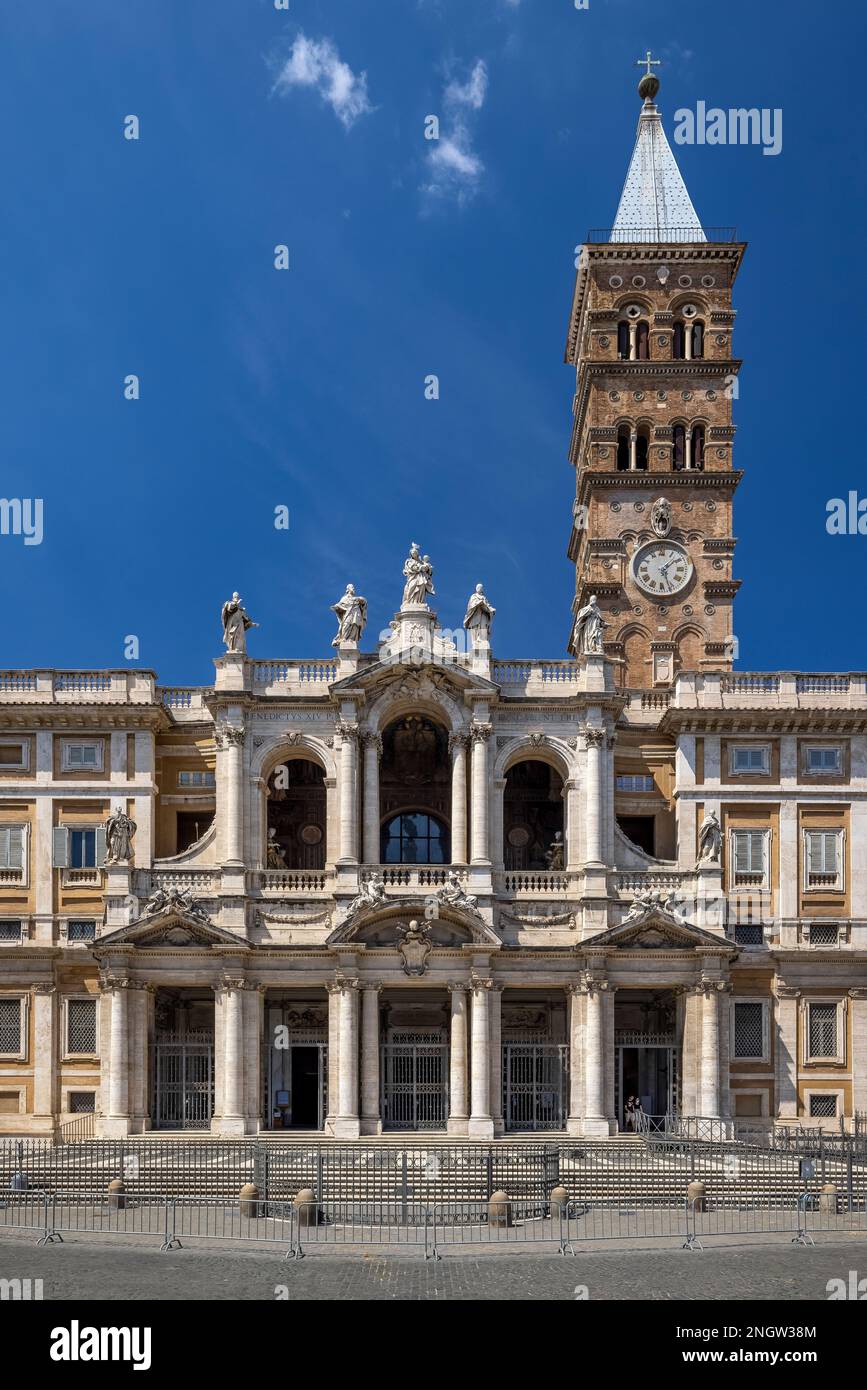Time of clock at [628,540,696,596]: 1:26
